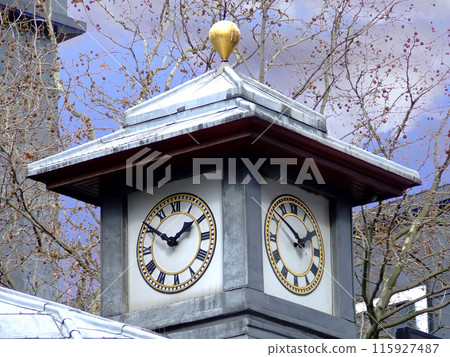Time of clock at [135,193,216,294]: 1:50
